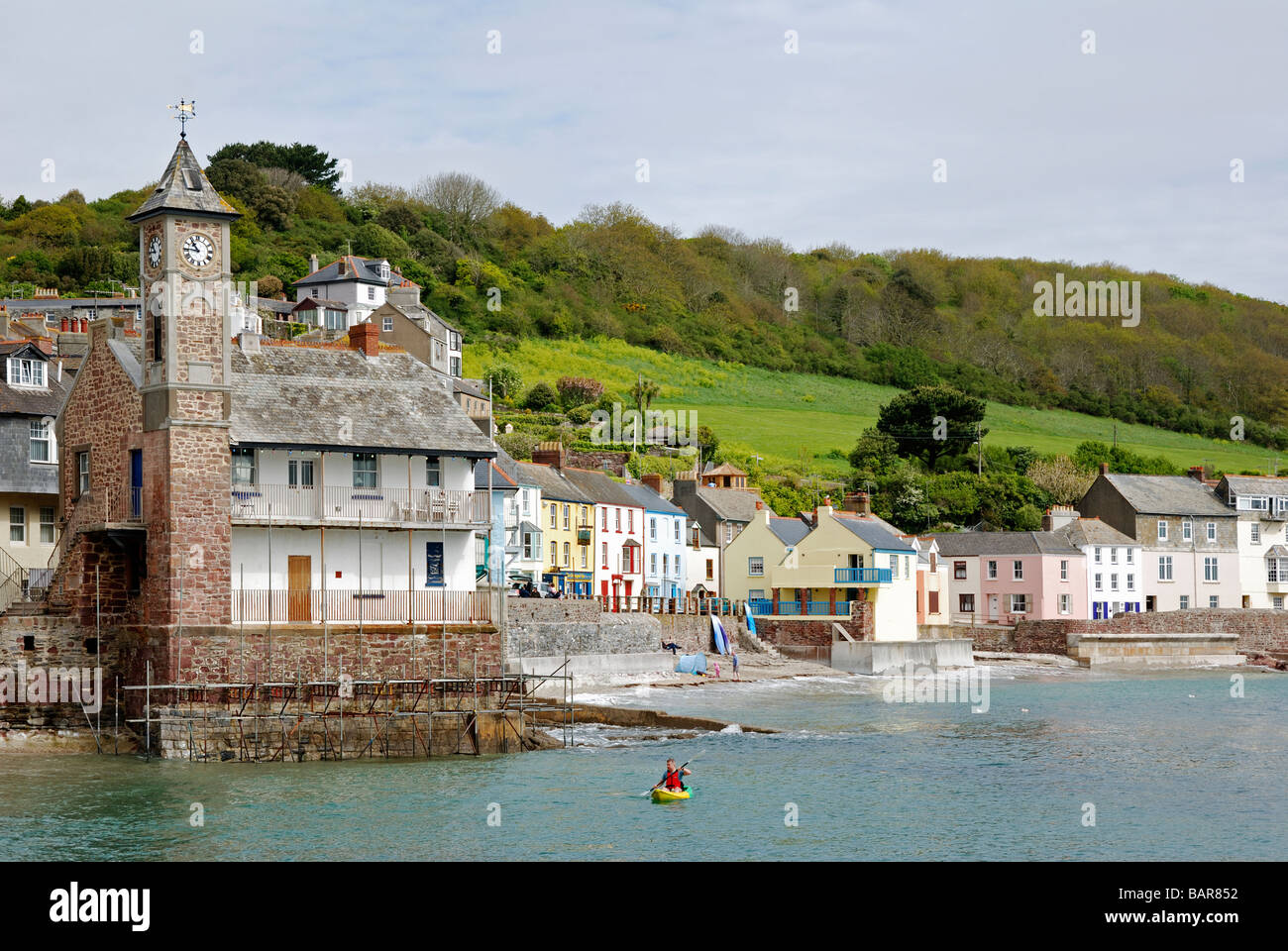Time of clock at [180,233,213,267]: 10:45
